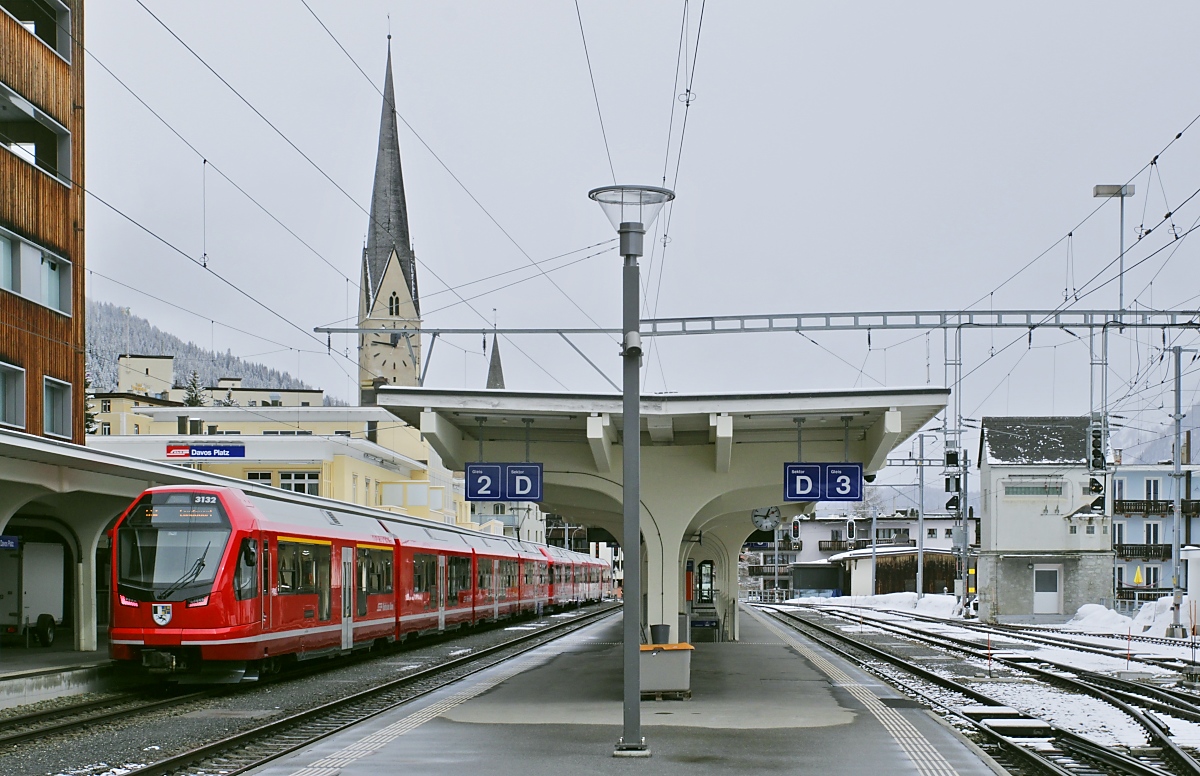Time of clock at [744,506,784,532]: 12:46
